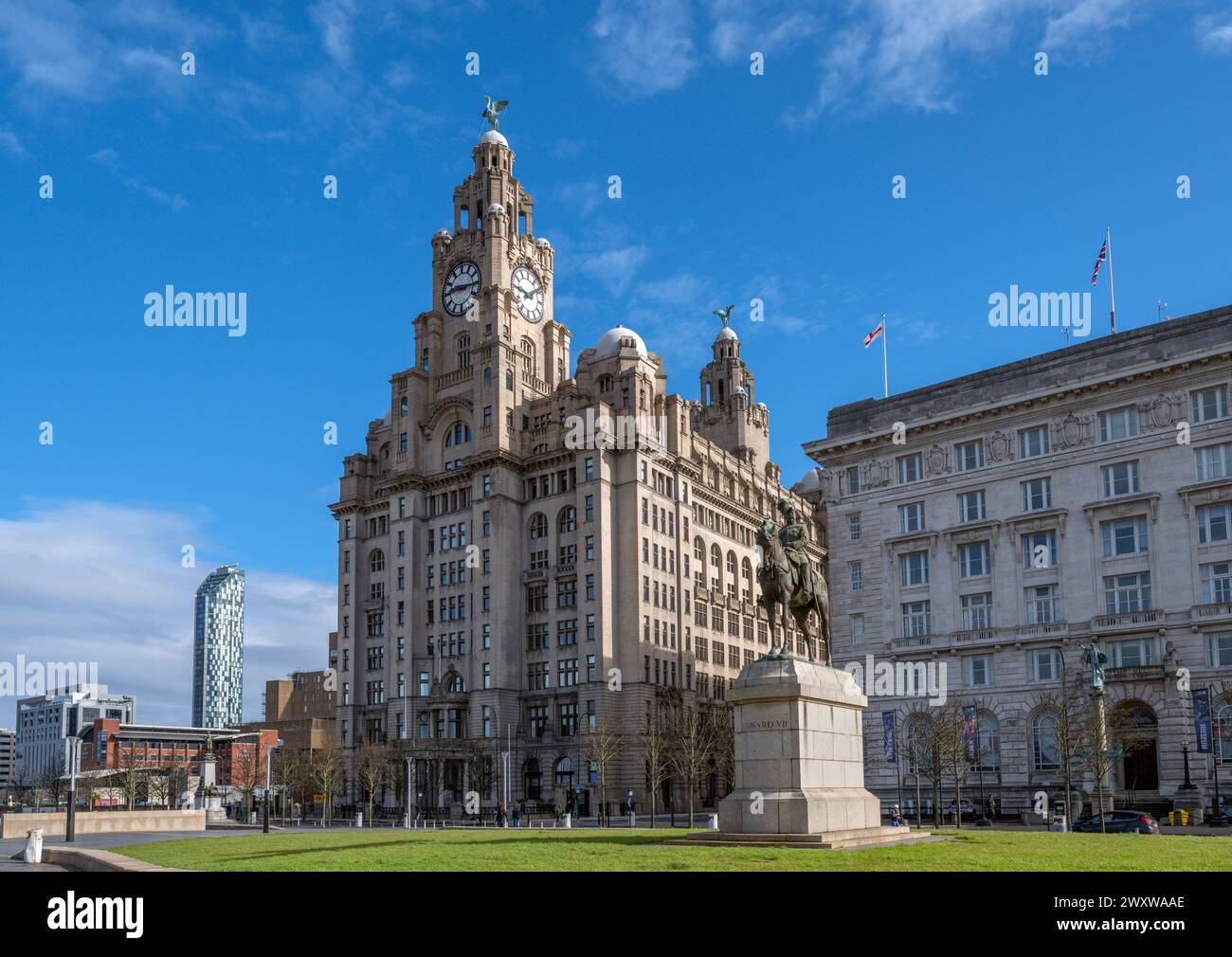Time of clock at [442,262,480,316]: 9:15
